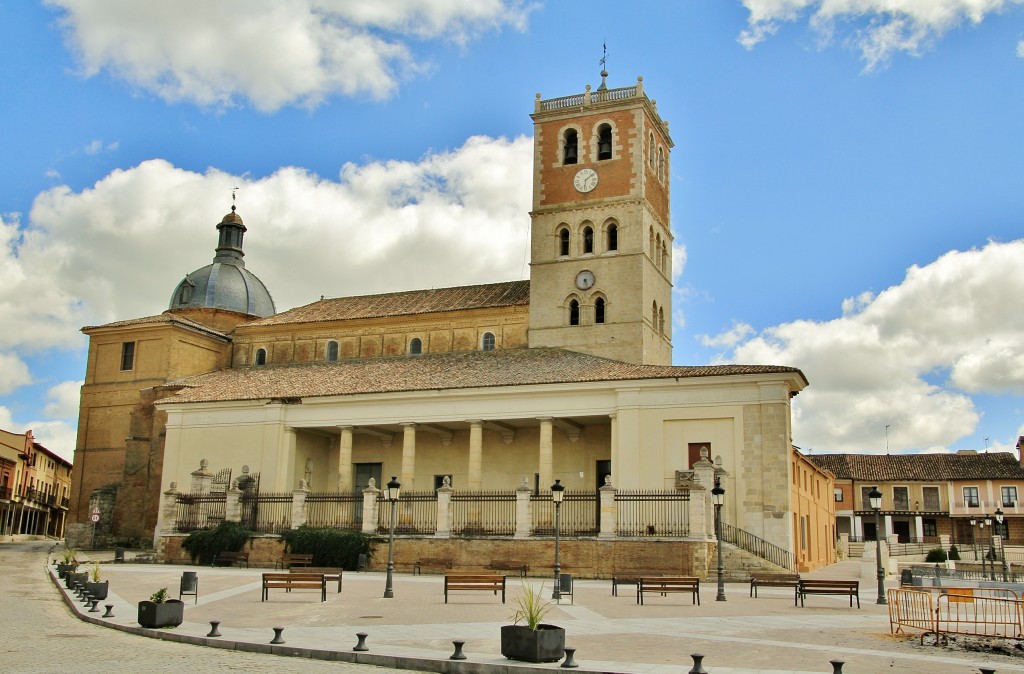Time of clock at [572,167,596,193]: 6:08
